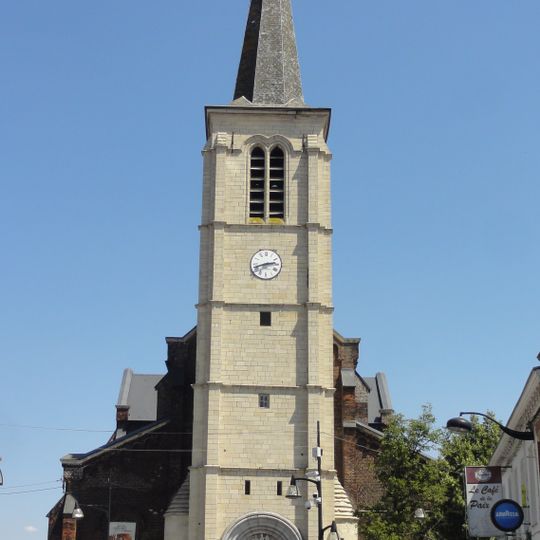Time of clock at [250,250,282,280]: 2:42
